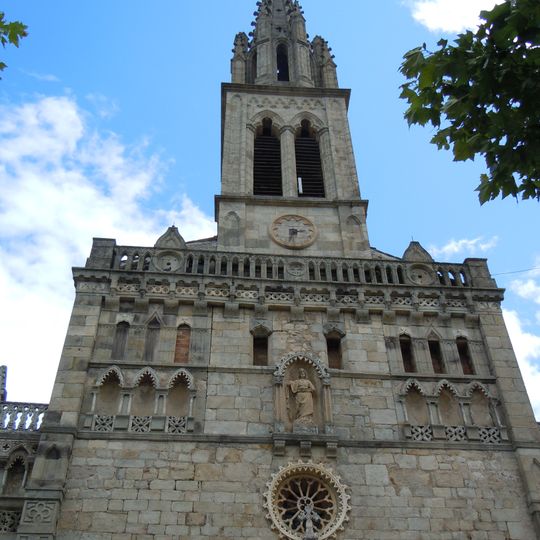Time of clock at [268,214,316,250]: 2:33
